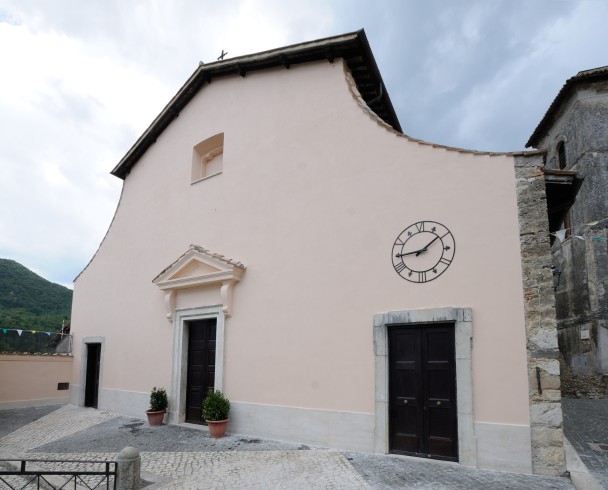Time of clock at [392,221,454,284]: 1:44
